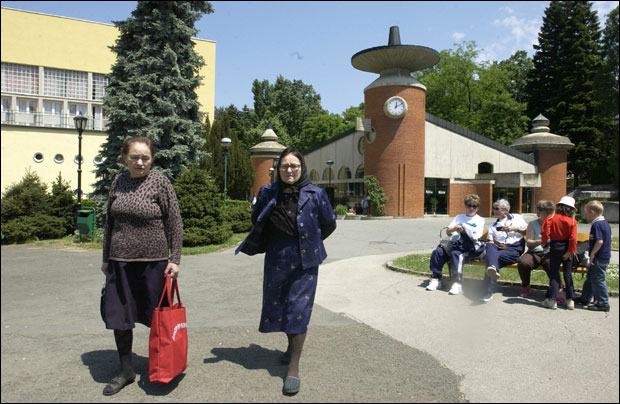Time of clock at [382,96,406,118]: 12:10
